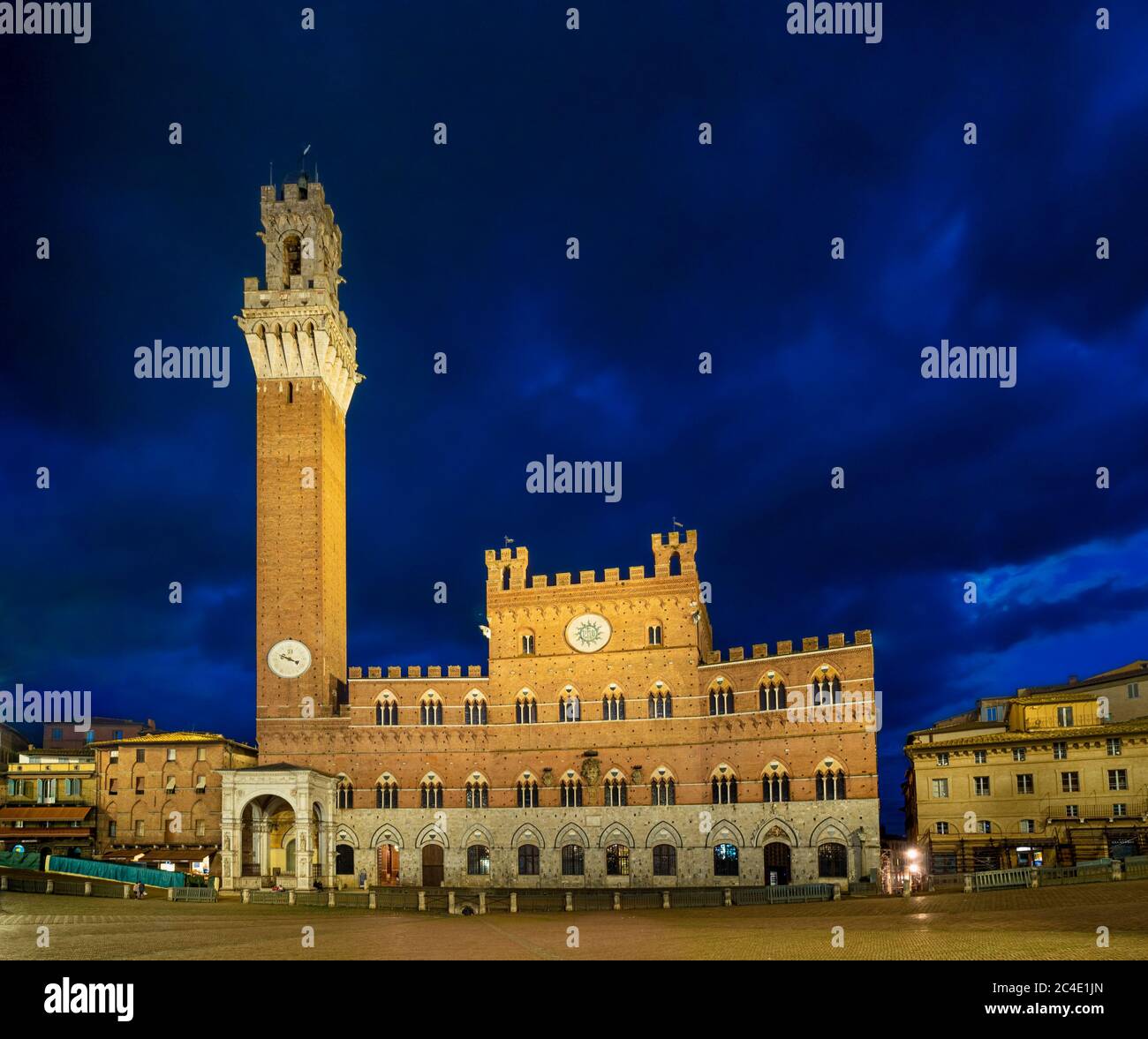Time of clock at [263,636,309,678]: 3:48
